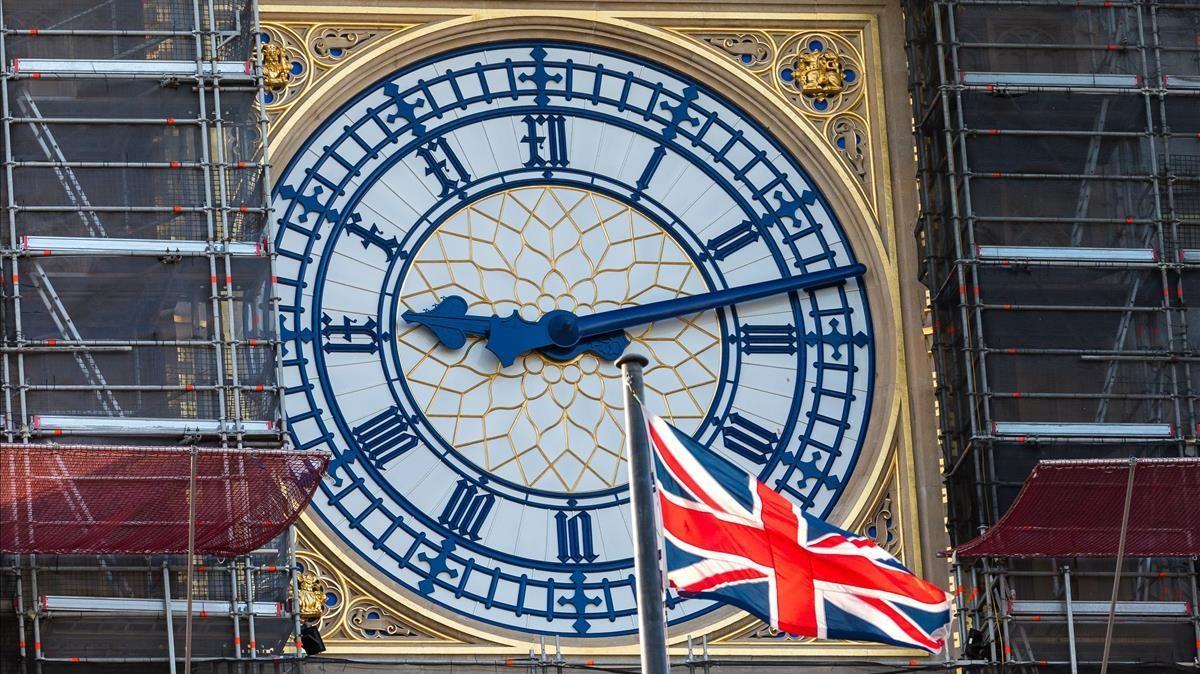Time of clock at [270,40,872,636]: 9:12
